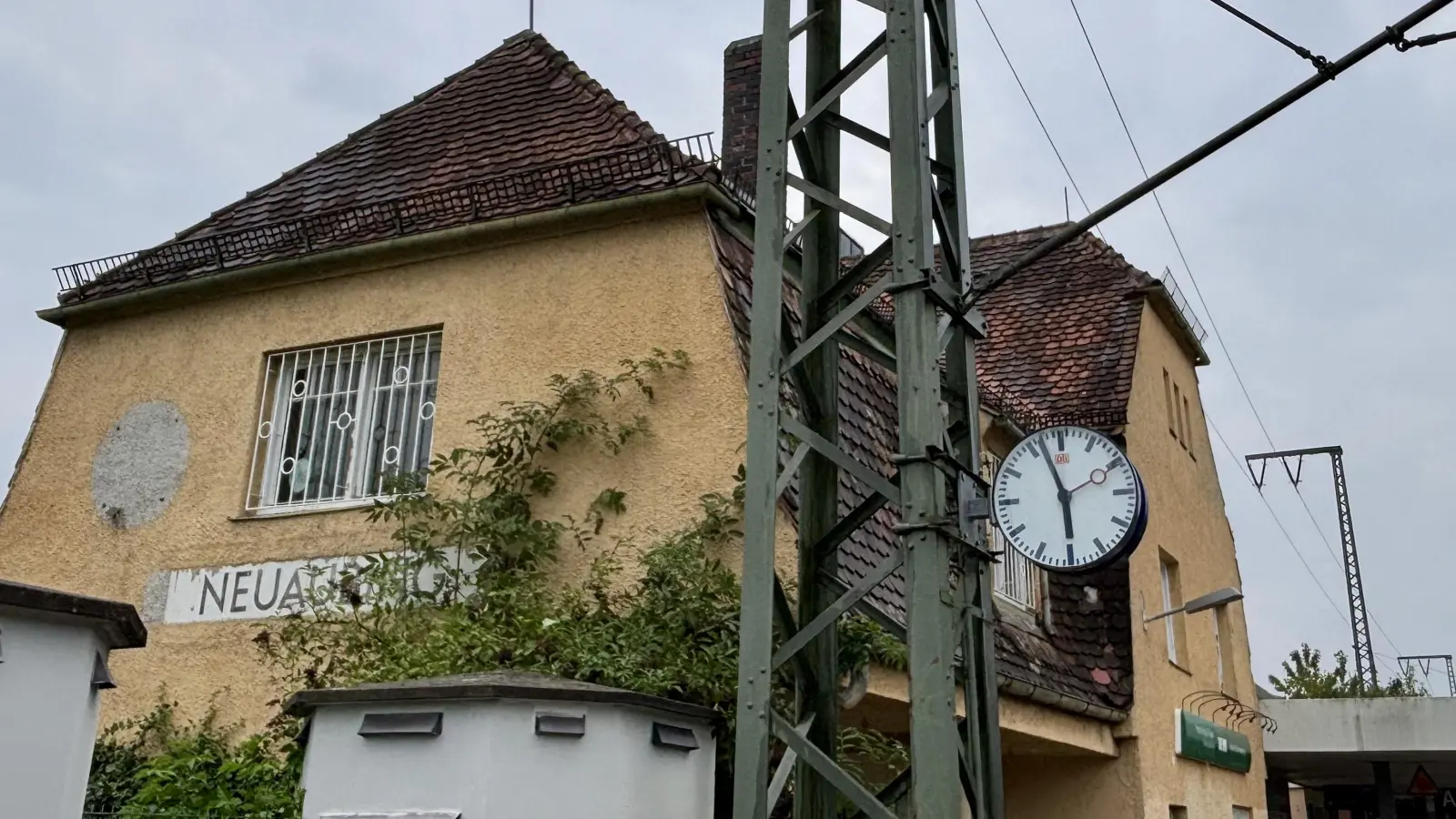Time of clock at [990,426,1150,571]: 5:57
